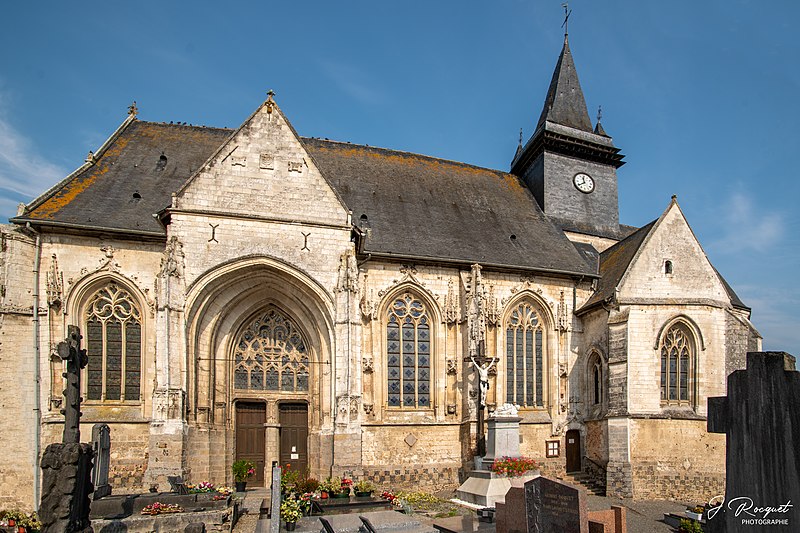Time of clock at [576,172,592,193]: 11:39
